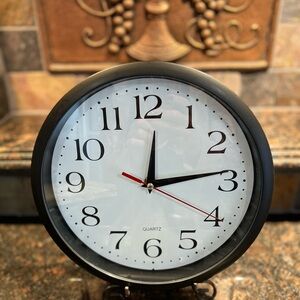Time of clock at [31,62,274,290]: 12:13
